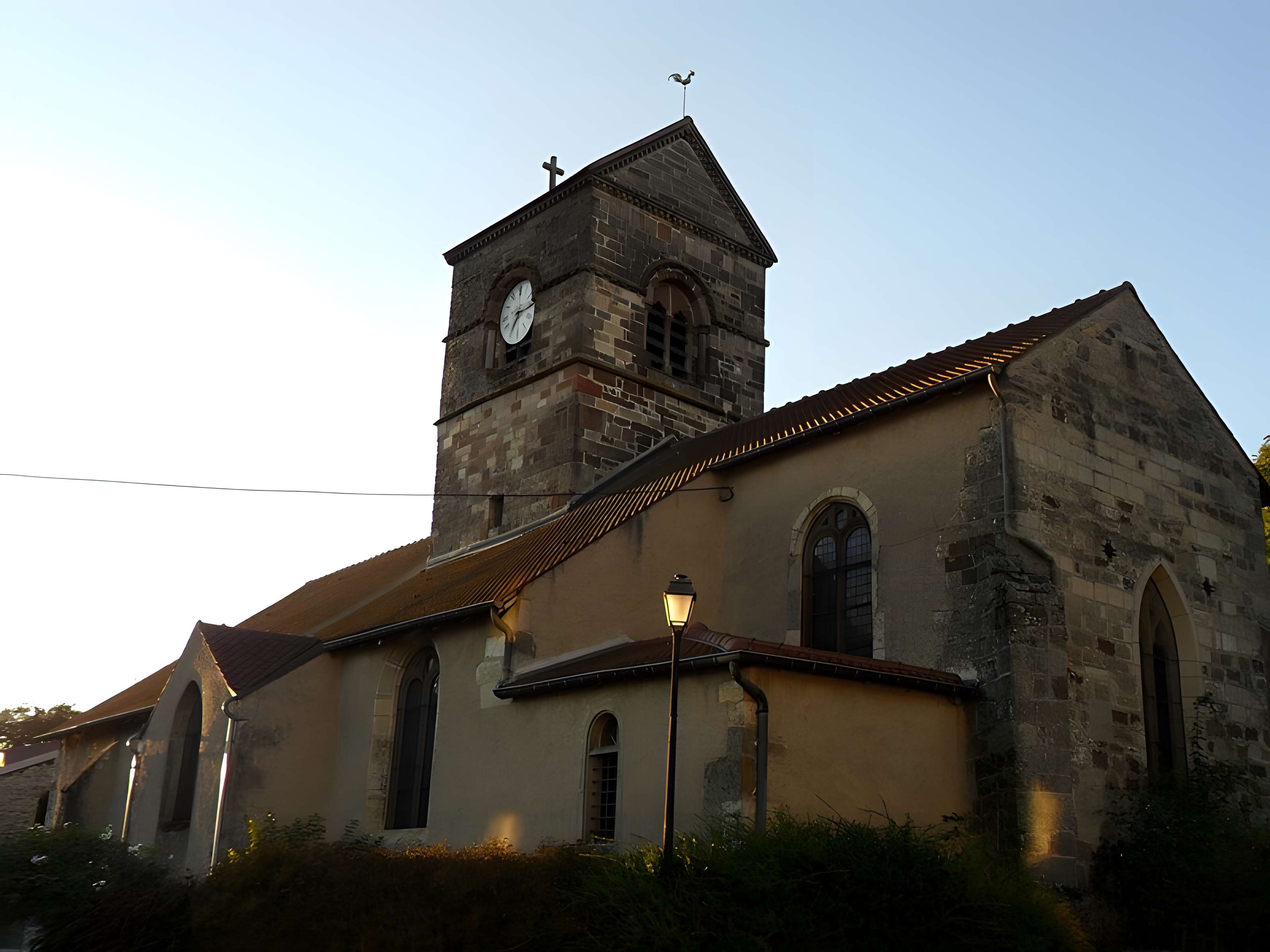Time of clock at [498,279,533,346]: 7:15
